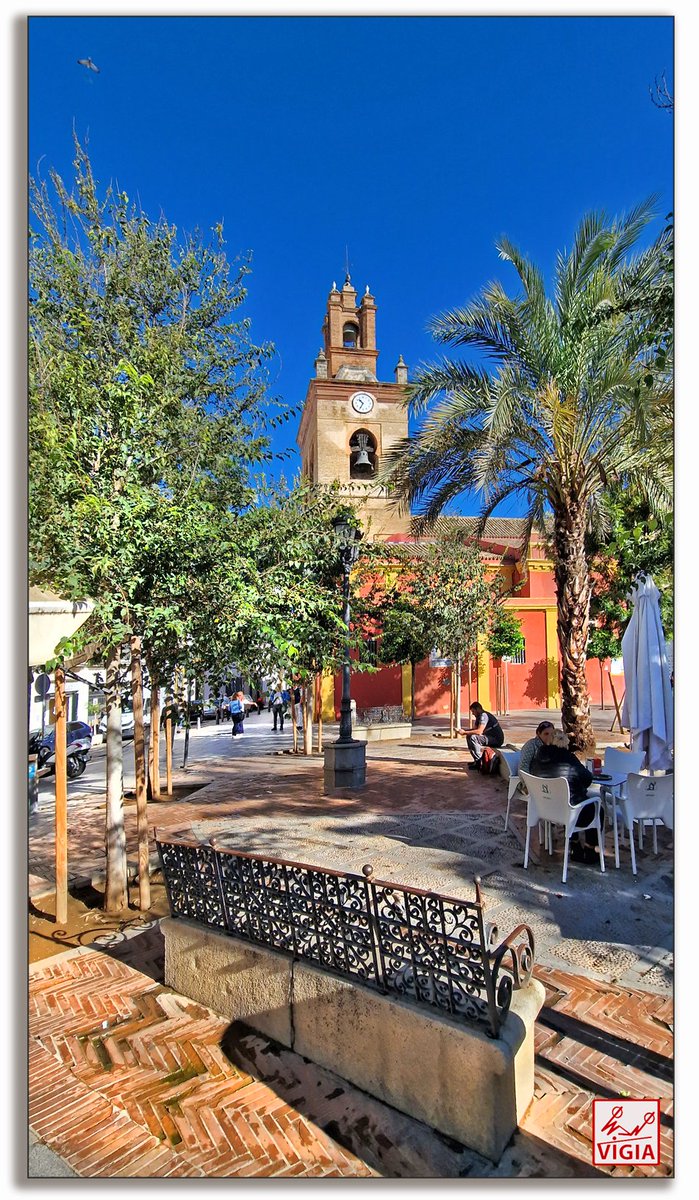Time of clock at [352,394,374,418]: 10:34
